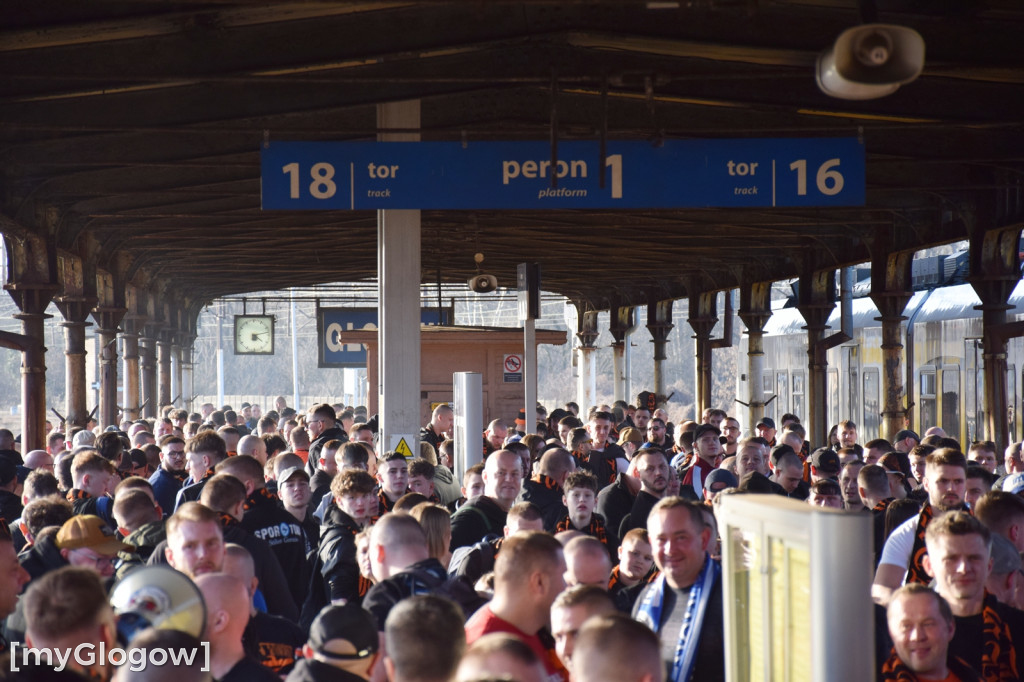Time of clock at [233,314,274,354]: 4:12
